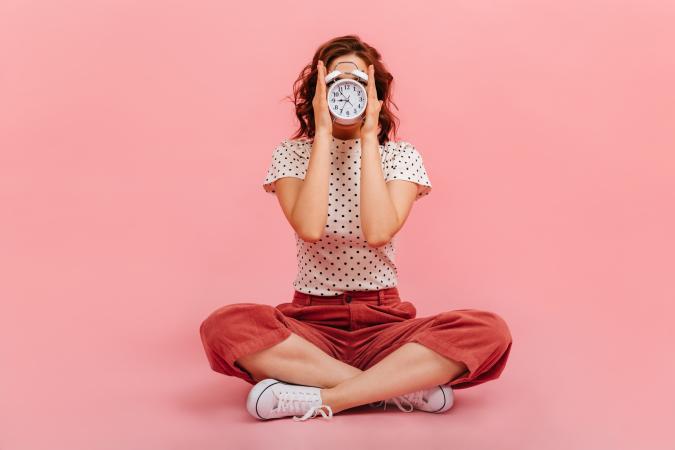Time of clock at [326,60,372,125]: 8:53
